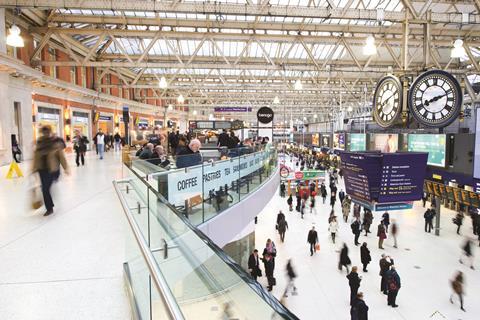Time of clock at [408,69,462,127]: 8:11
